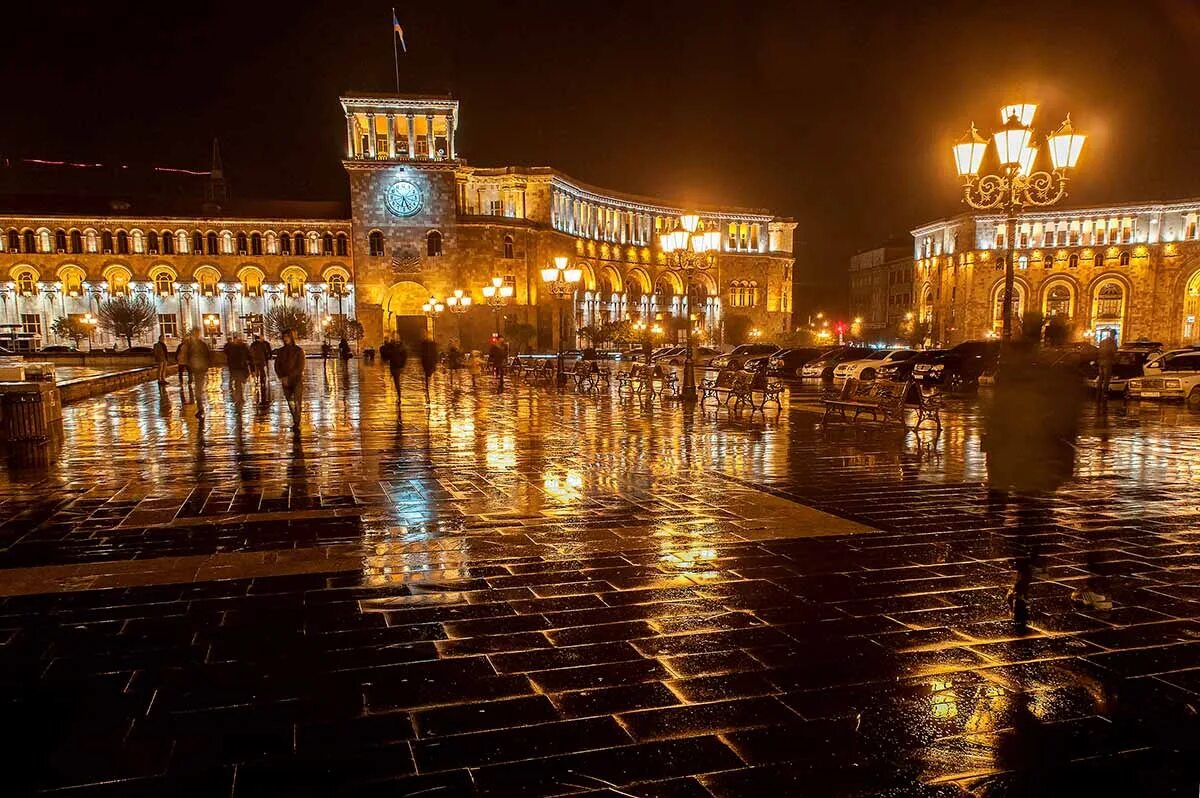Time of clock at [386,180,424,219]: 6:26
